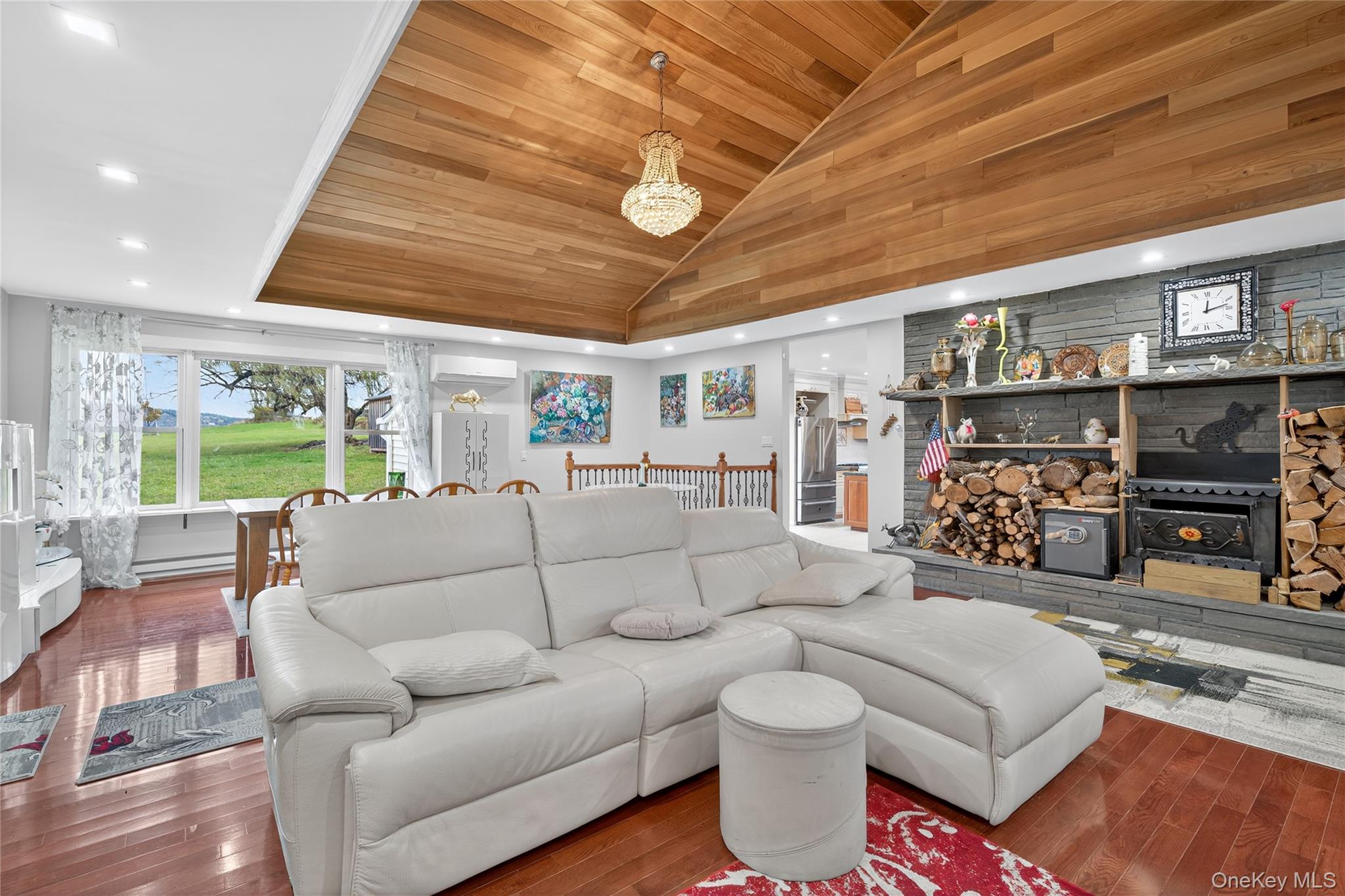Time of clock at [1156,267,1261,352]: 12:12
